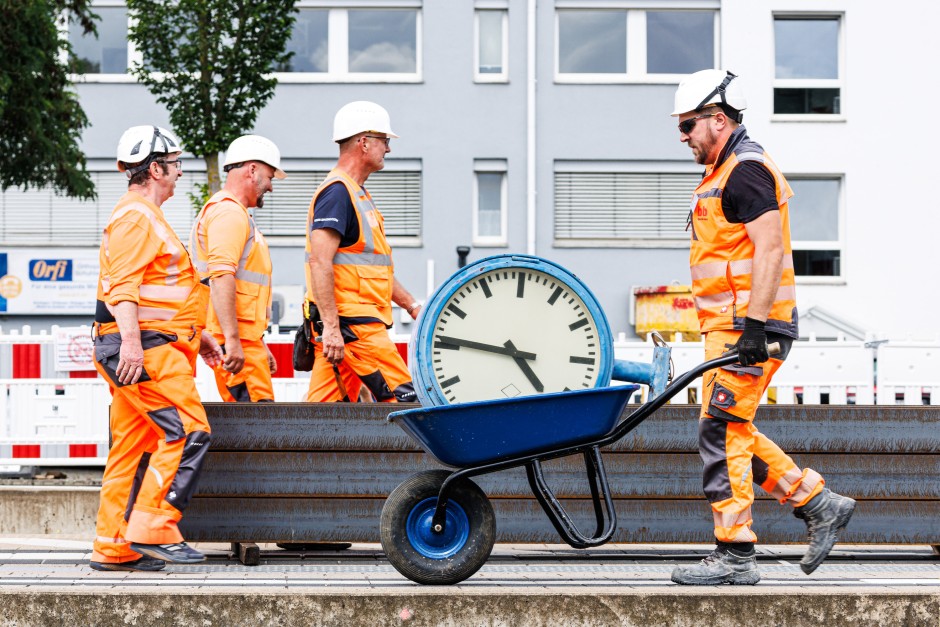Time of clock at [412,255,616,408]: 4:46
